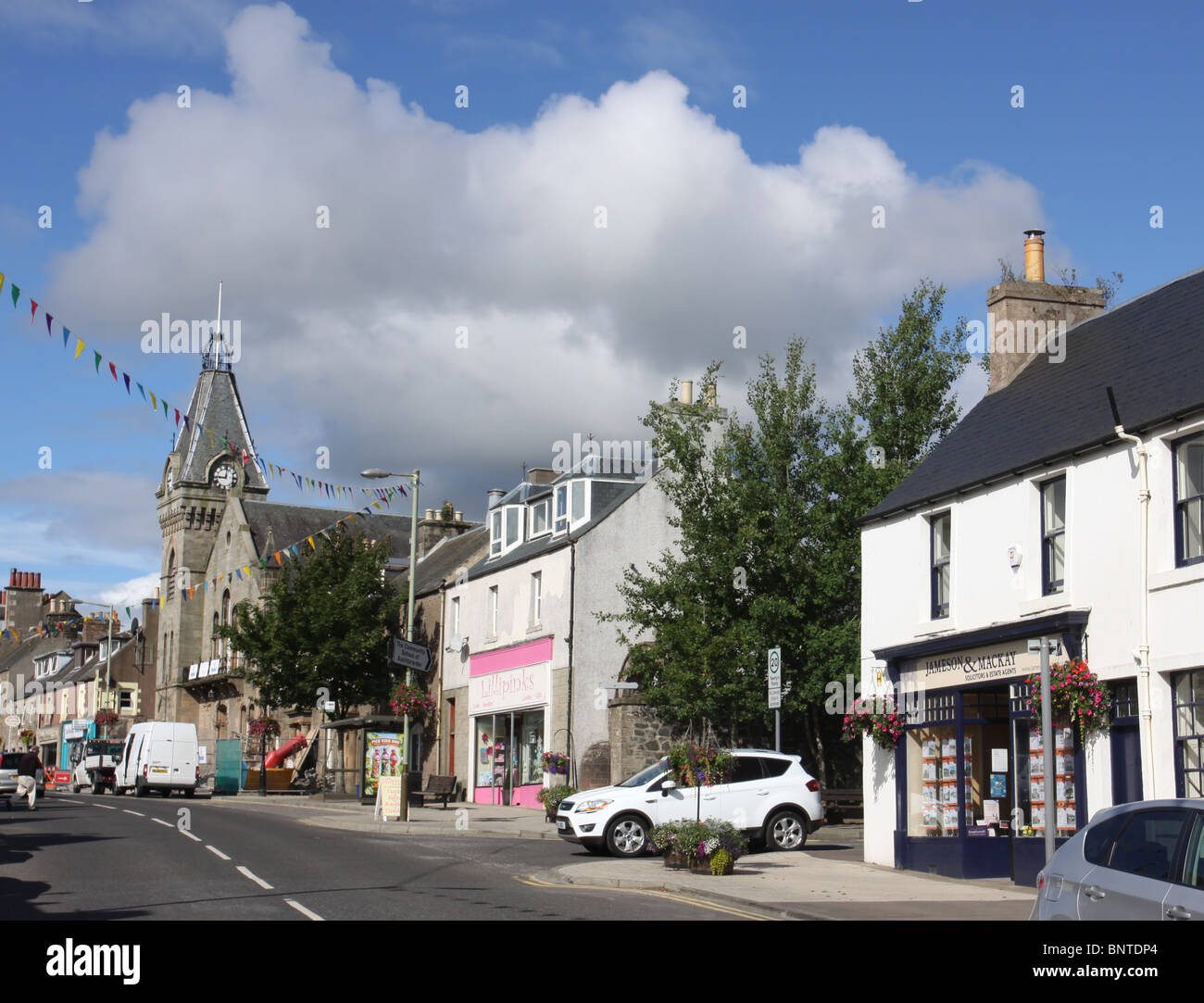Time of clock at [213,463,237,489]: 9:01
